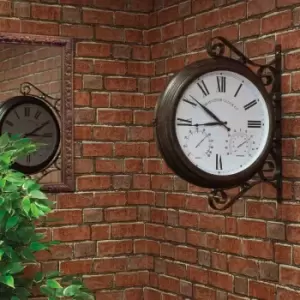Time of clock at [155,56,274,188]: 8:51
